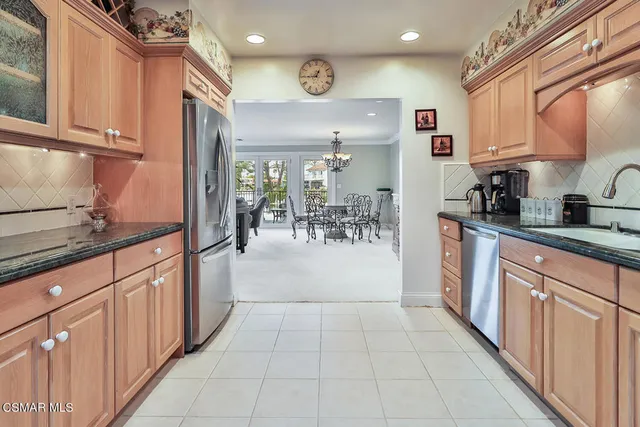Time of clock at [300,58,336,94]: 12:44
